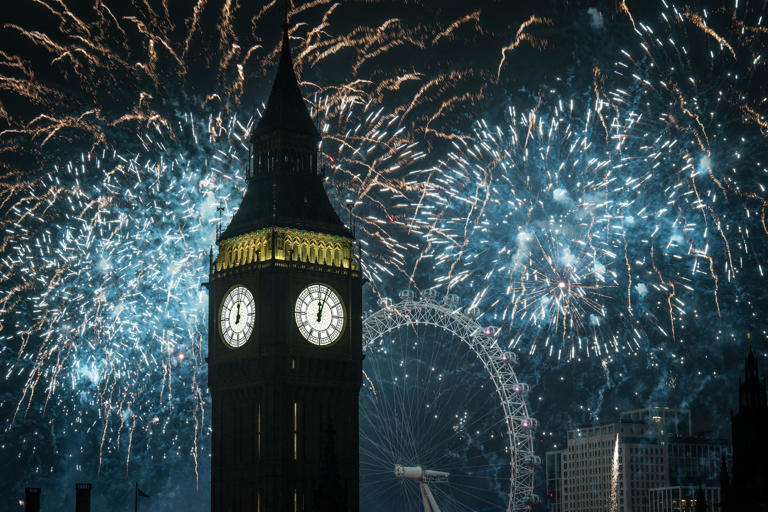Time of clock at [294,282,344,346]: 12:03
